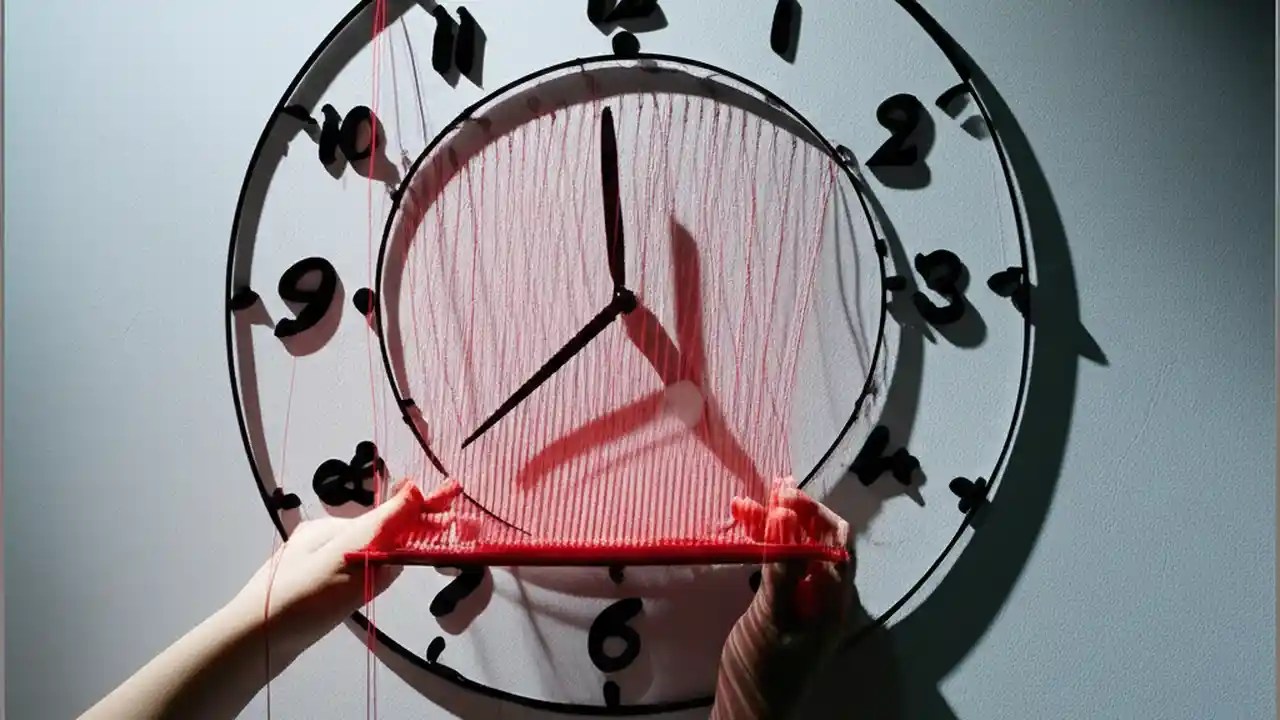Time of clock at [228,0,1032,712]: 11:38
